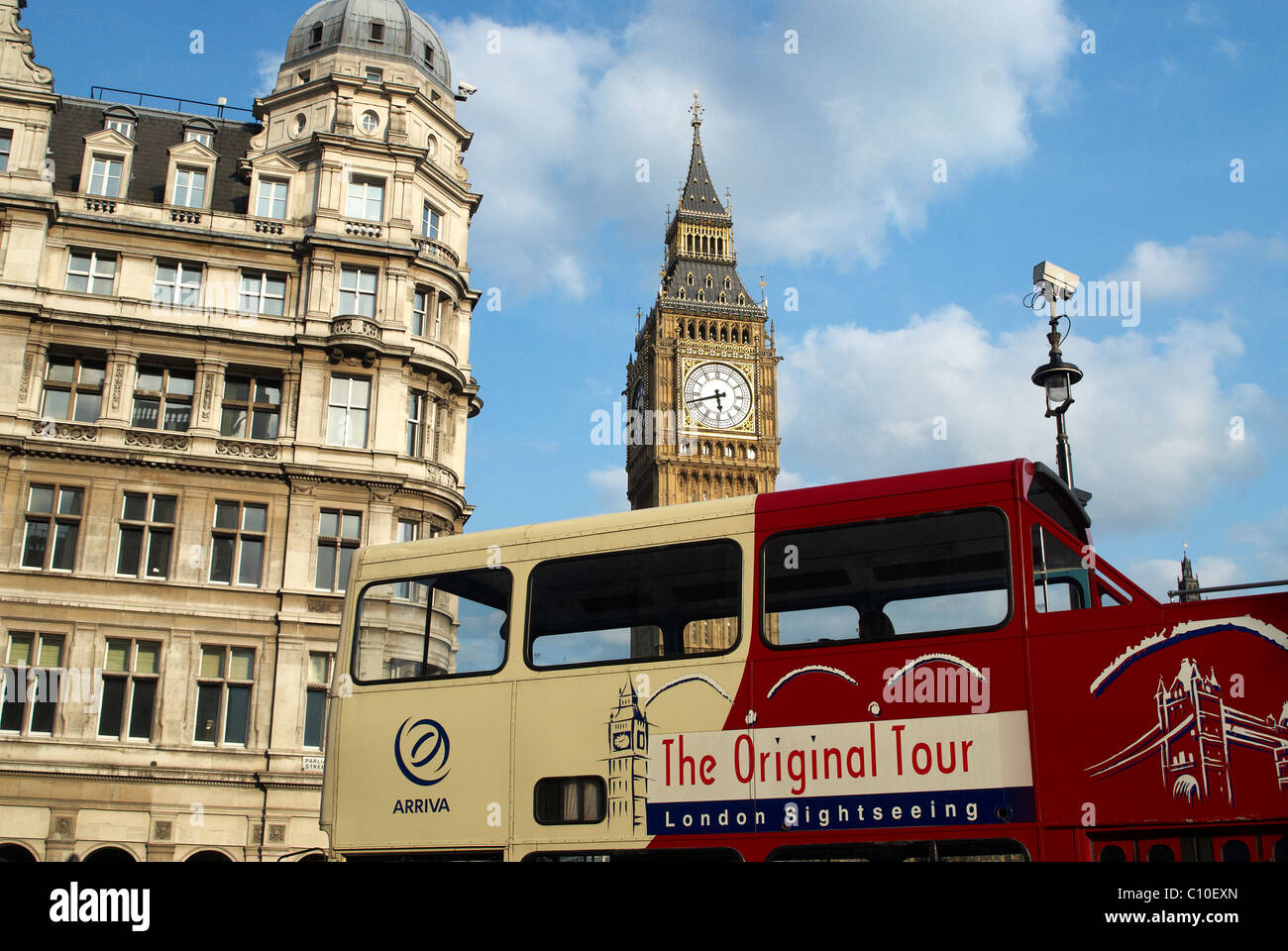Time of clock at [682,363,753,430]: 5:42
